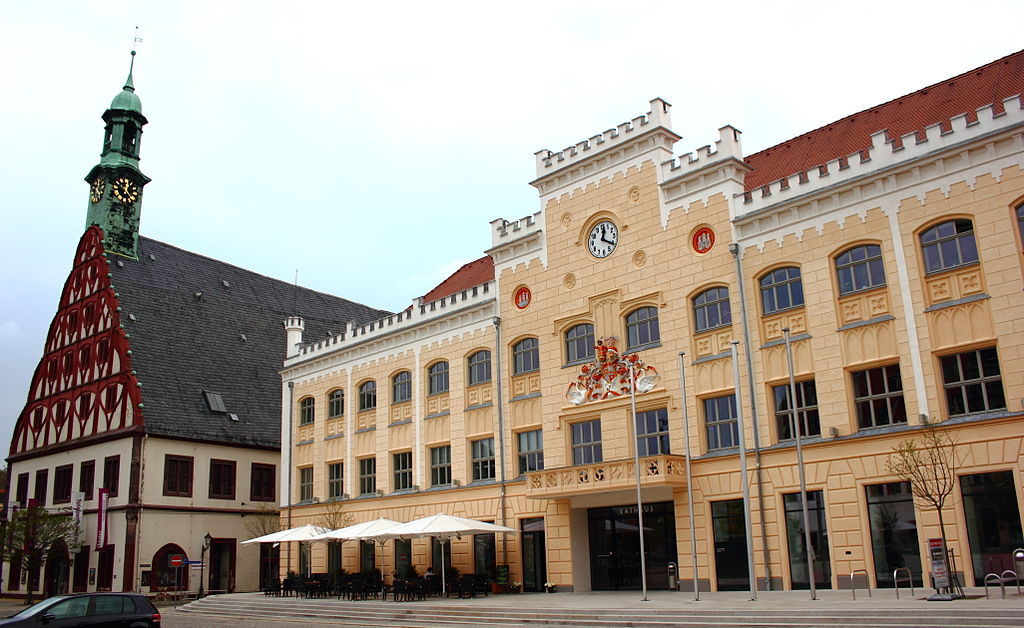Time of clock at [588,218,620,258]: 12:20
